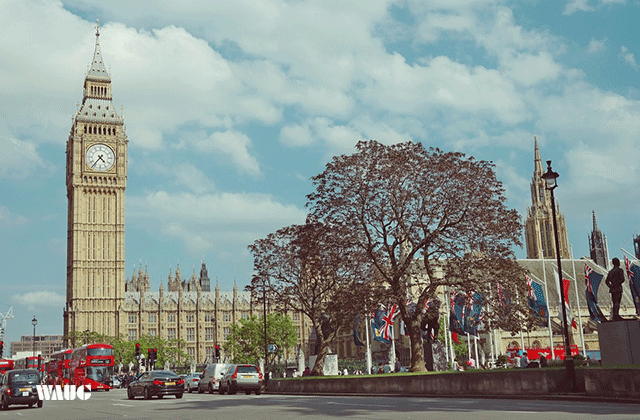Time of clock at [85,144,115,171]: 4:36
